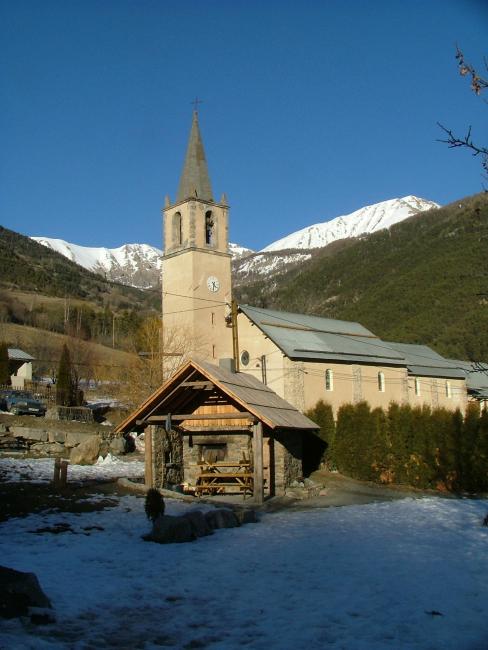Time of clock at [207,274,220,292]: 4:31
